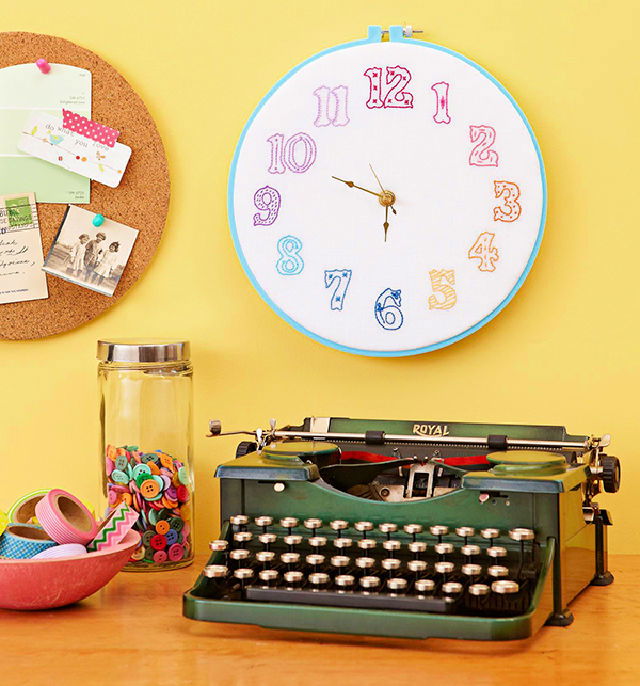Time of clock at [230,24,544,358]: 9:48
